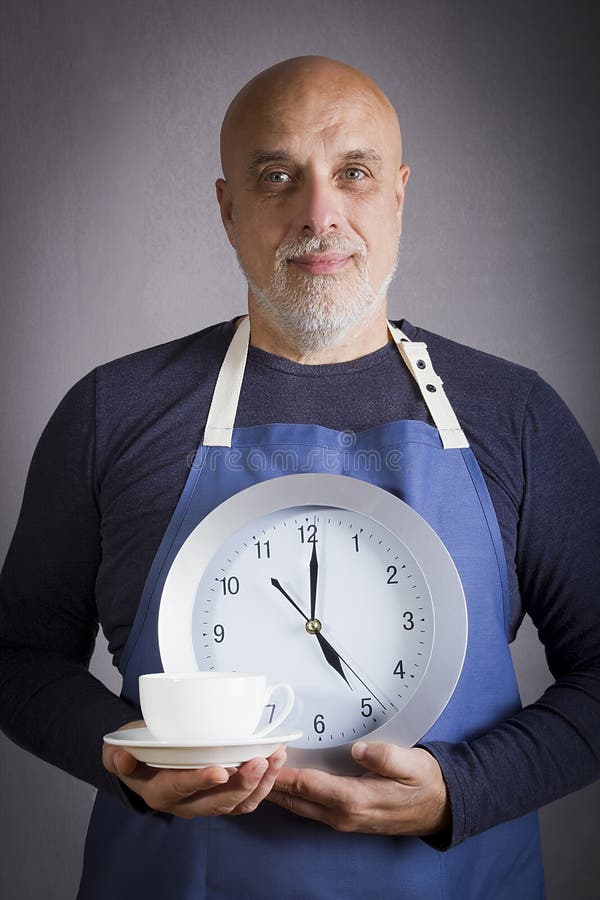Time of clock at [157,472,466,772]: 5:00
